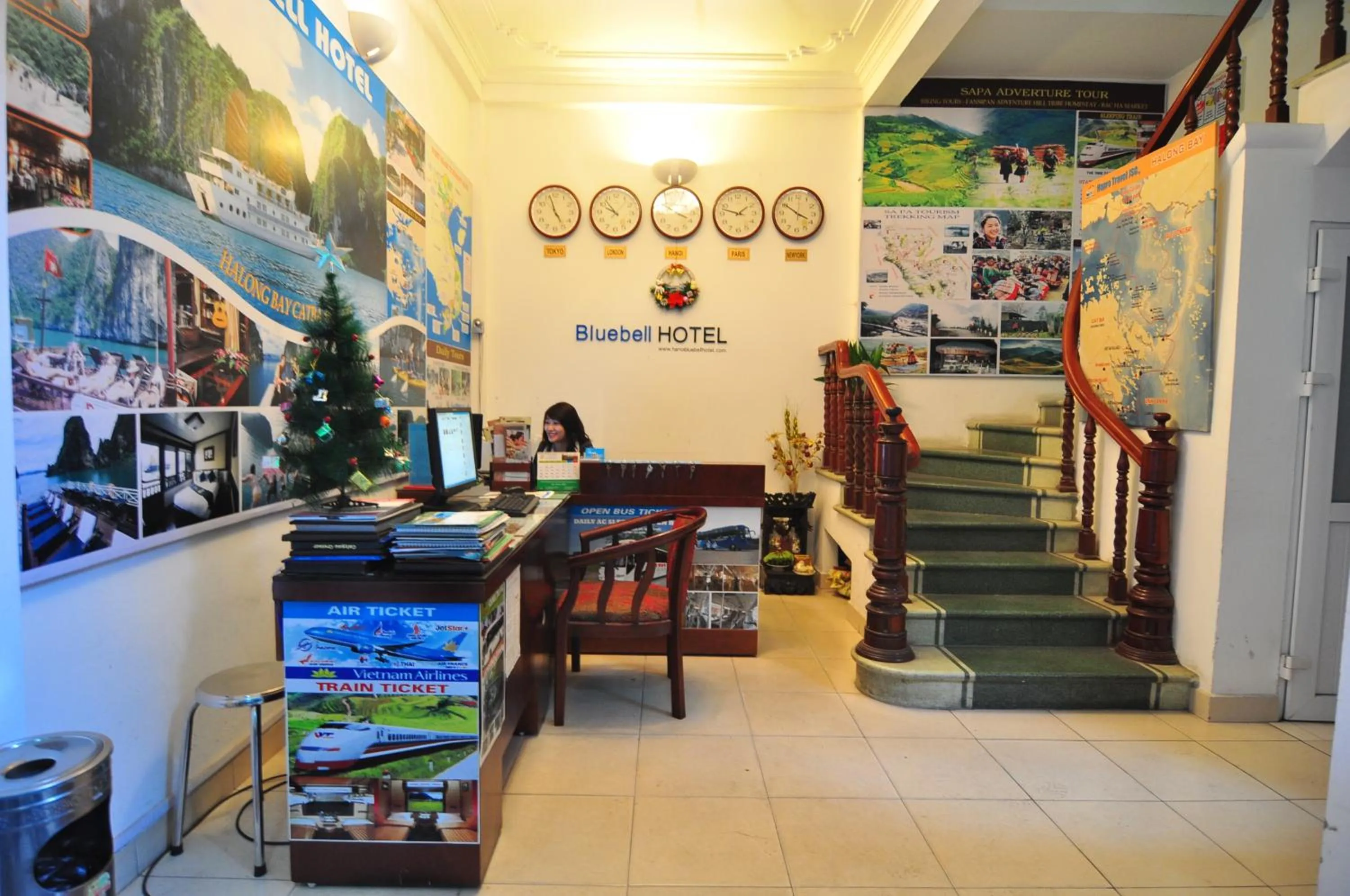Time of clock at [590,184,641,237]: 9:53
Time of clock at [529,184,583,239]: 4:57
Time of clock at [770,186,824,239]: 3:50
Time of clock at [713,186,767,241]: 1:47
